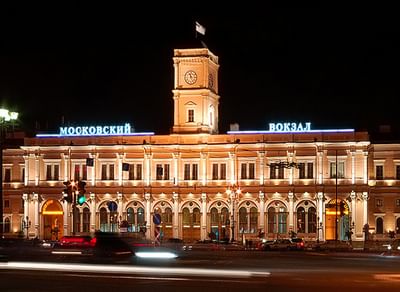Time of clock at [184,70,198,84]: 11:25
